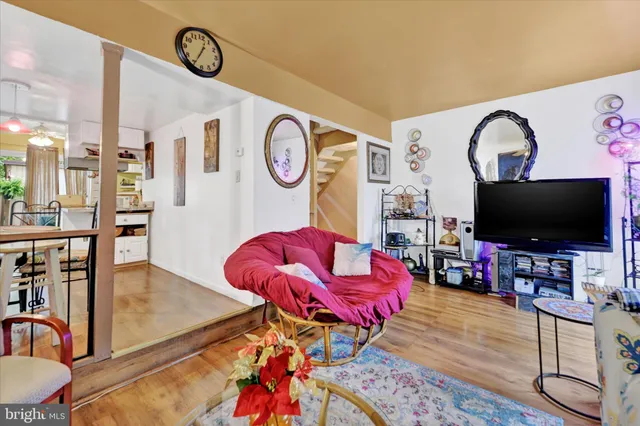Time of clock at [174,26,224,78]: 12:34
